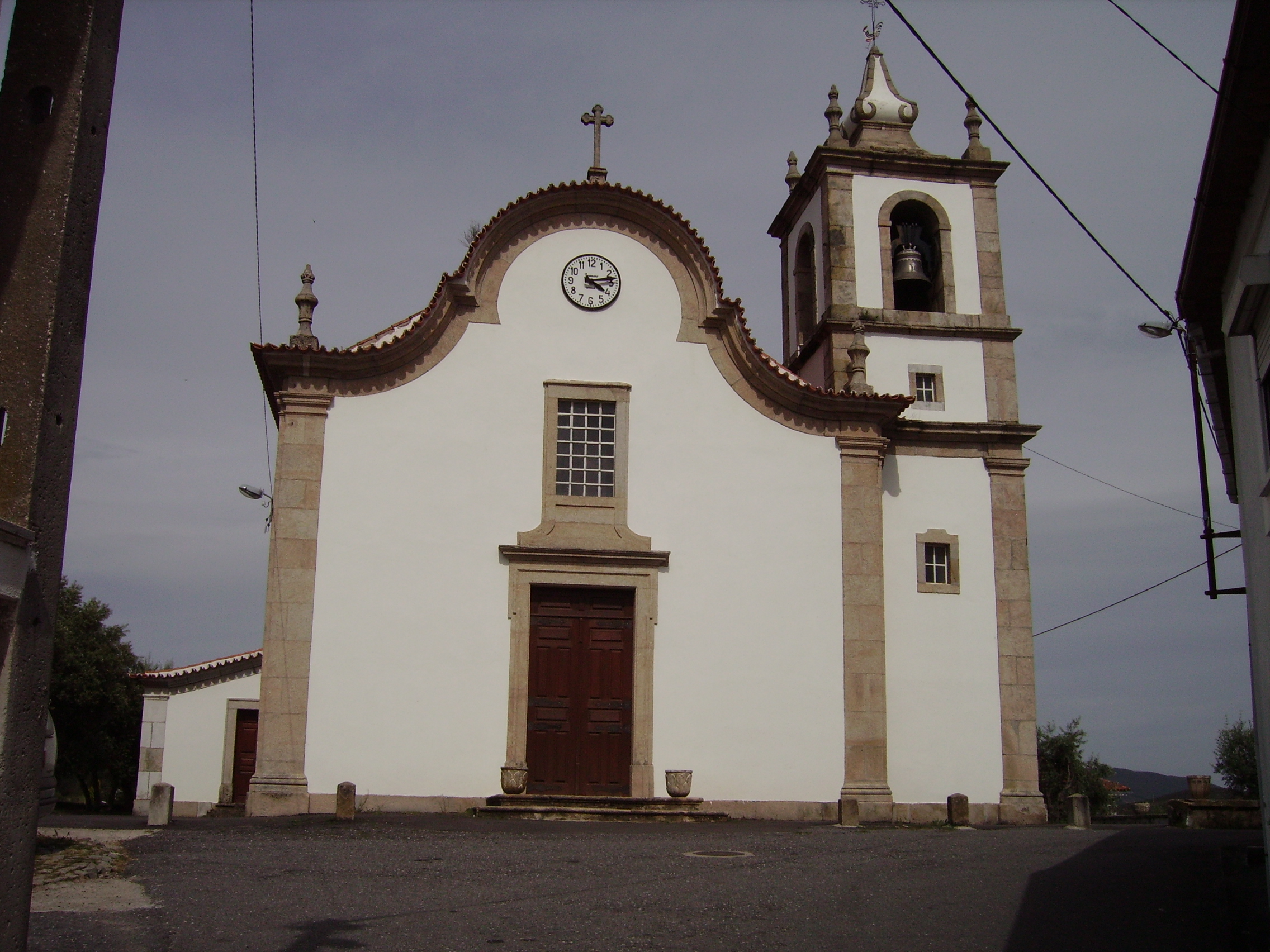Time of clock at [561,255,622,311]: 4:13
